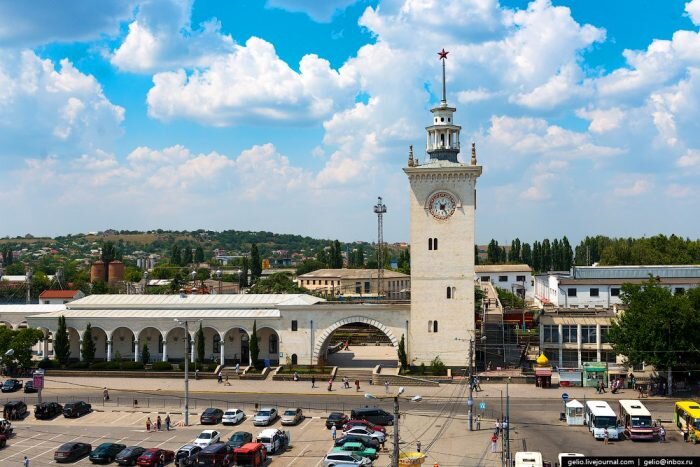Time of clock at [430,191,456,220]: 7:24
